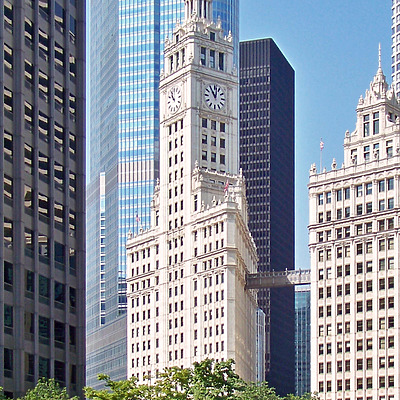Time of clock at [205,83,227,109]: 11:02
